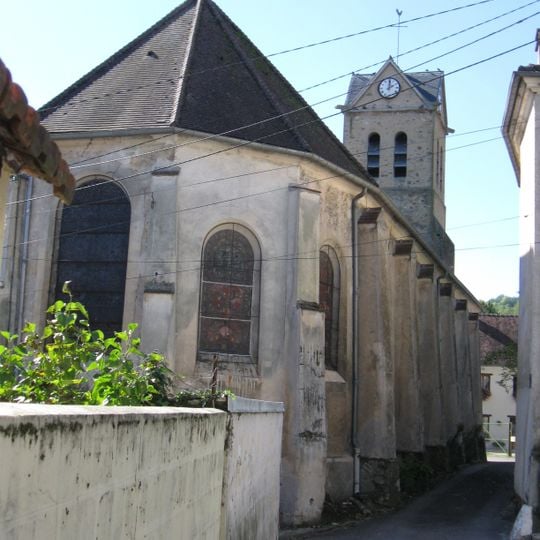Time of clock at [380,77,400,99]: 2:00
